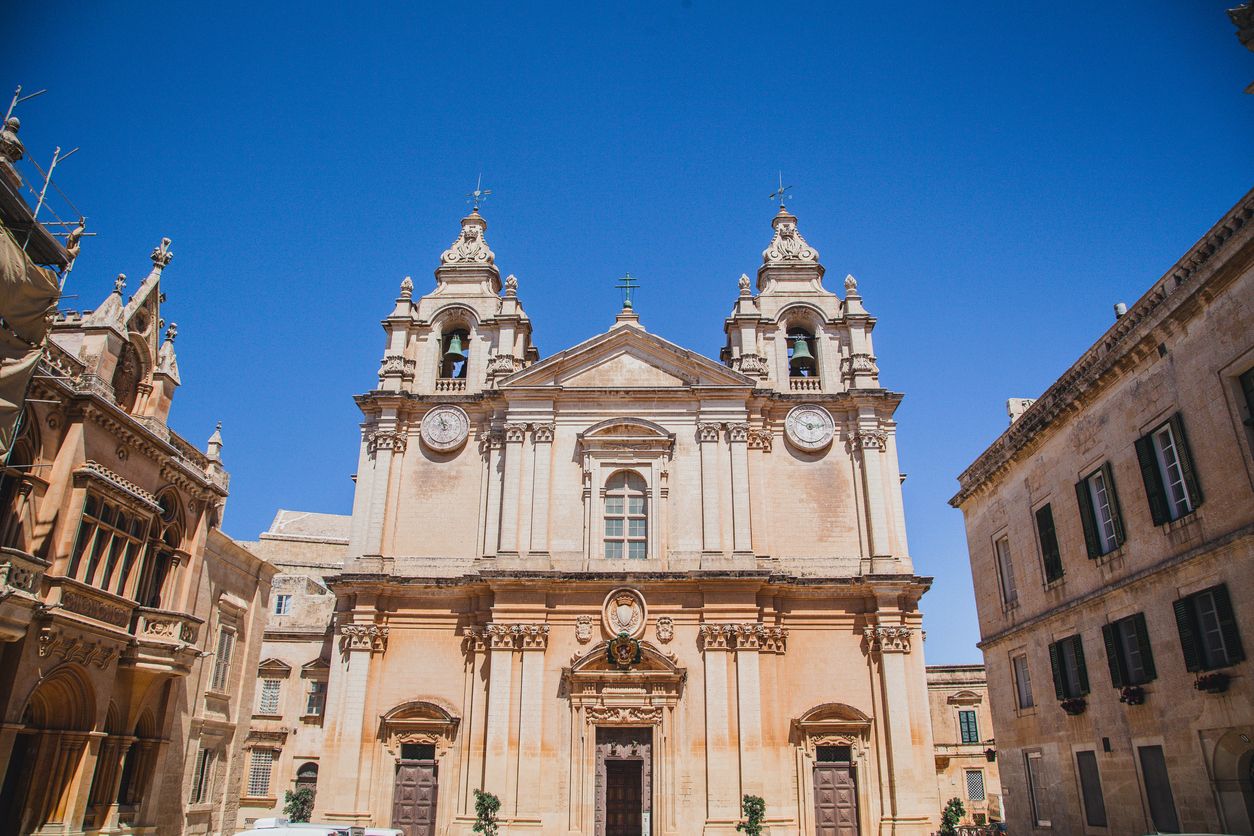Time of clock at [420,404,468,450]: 10:56
